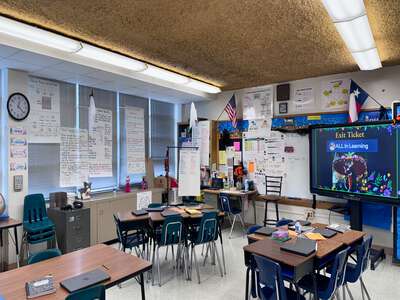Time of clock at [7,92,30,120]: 12:21
